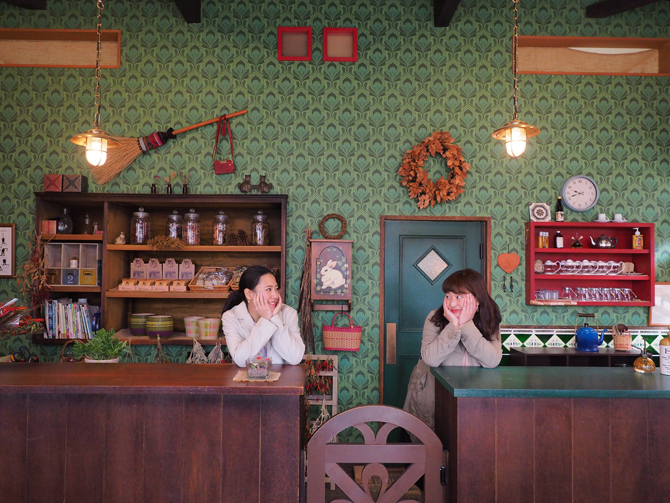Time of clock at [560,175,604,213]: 9:41
